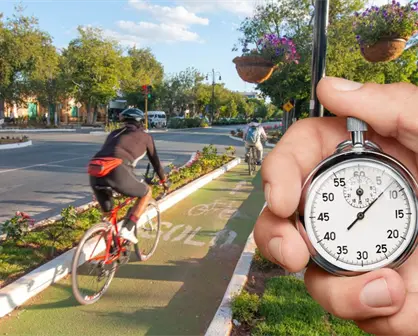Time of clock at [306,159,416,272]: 12:07
